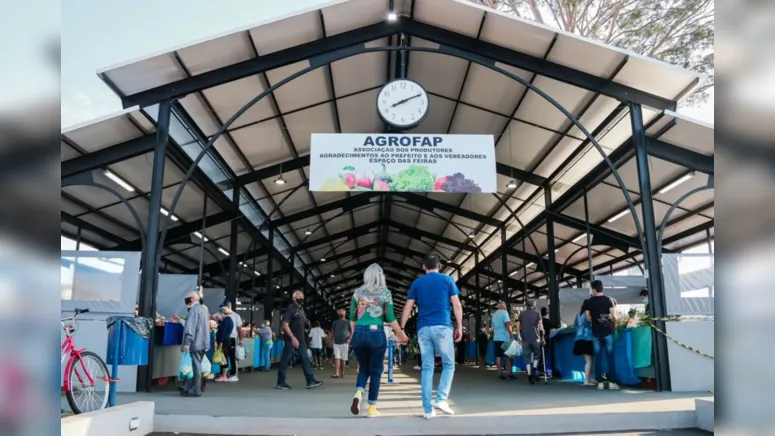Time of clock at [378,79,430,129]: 8:11
